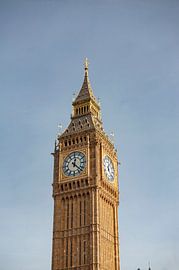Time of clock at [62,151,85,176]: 12:22
